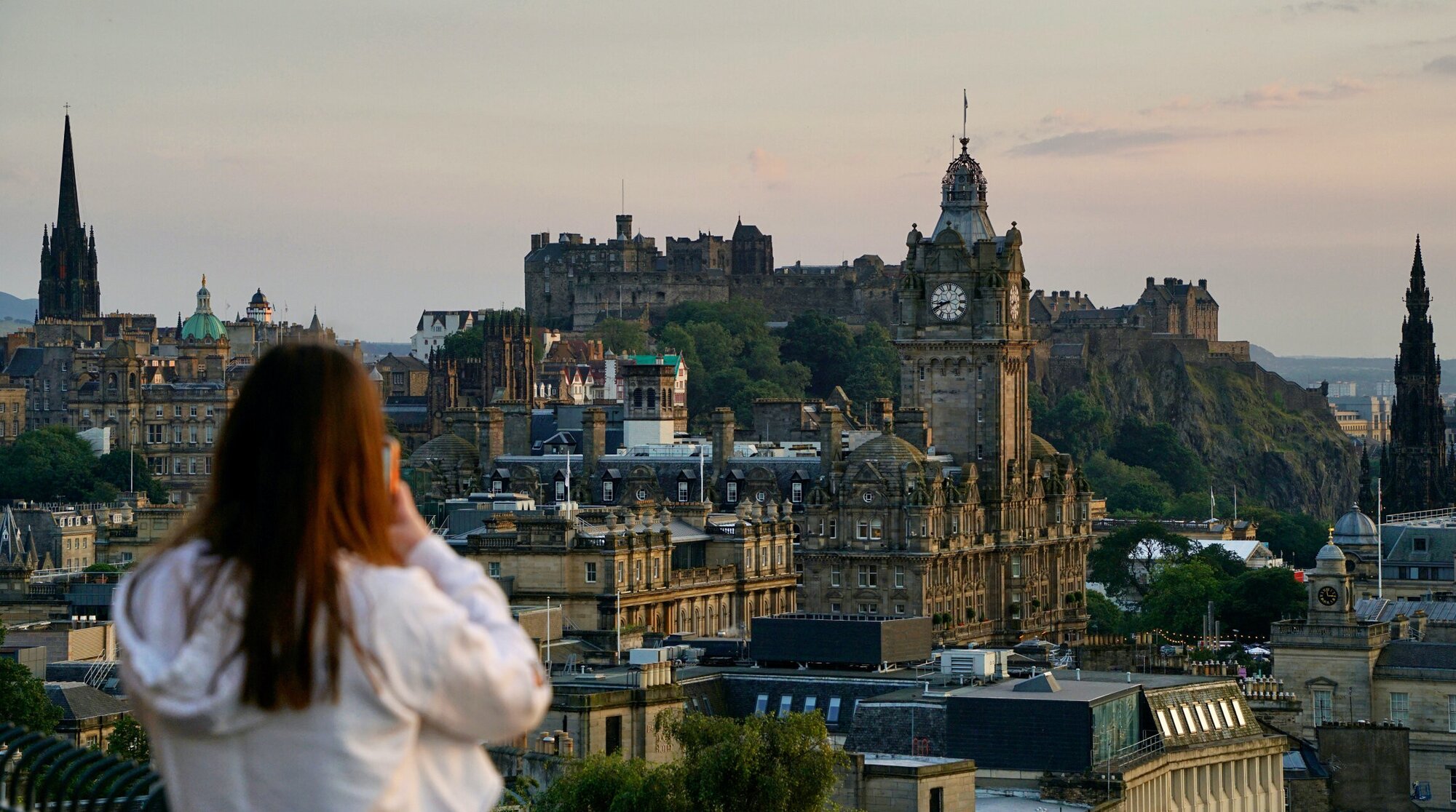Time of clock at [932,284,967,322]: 8:40
